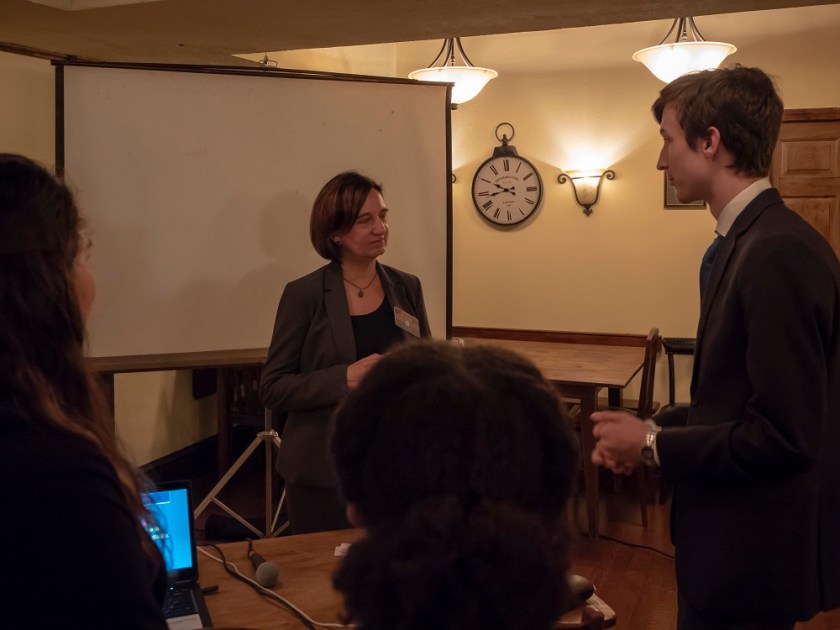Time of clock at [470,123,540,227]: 9:43
